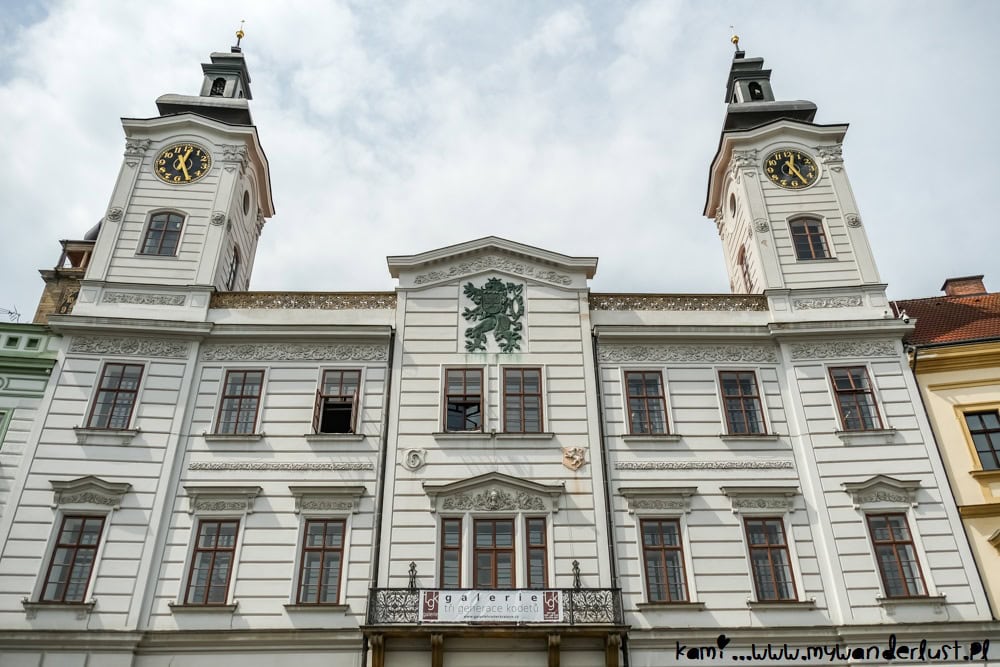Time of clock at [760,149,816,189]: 12:24
